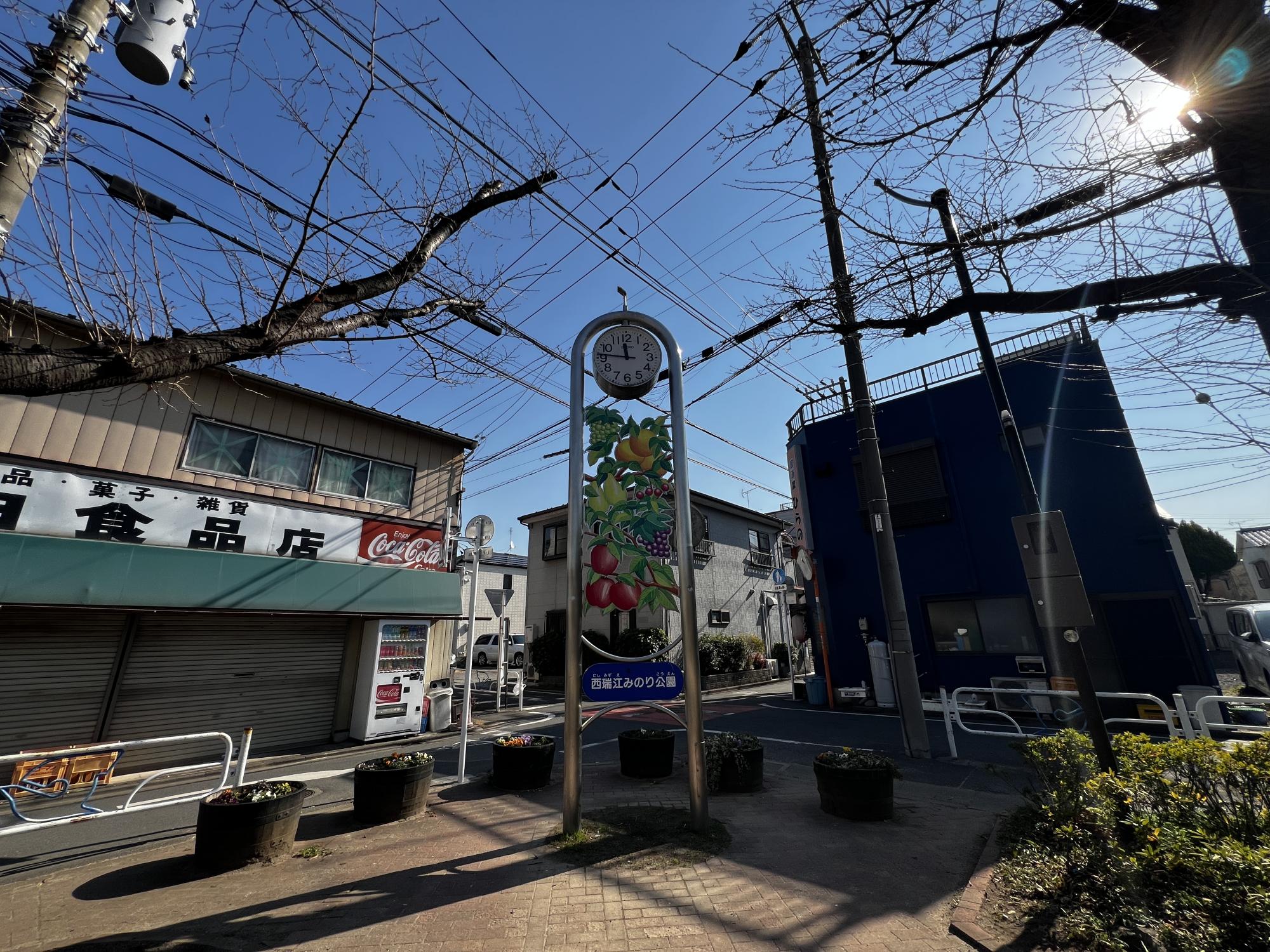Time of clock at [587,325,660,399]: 11:46
